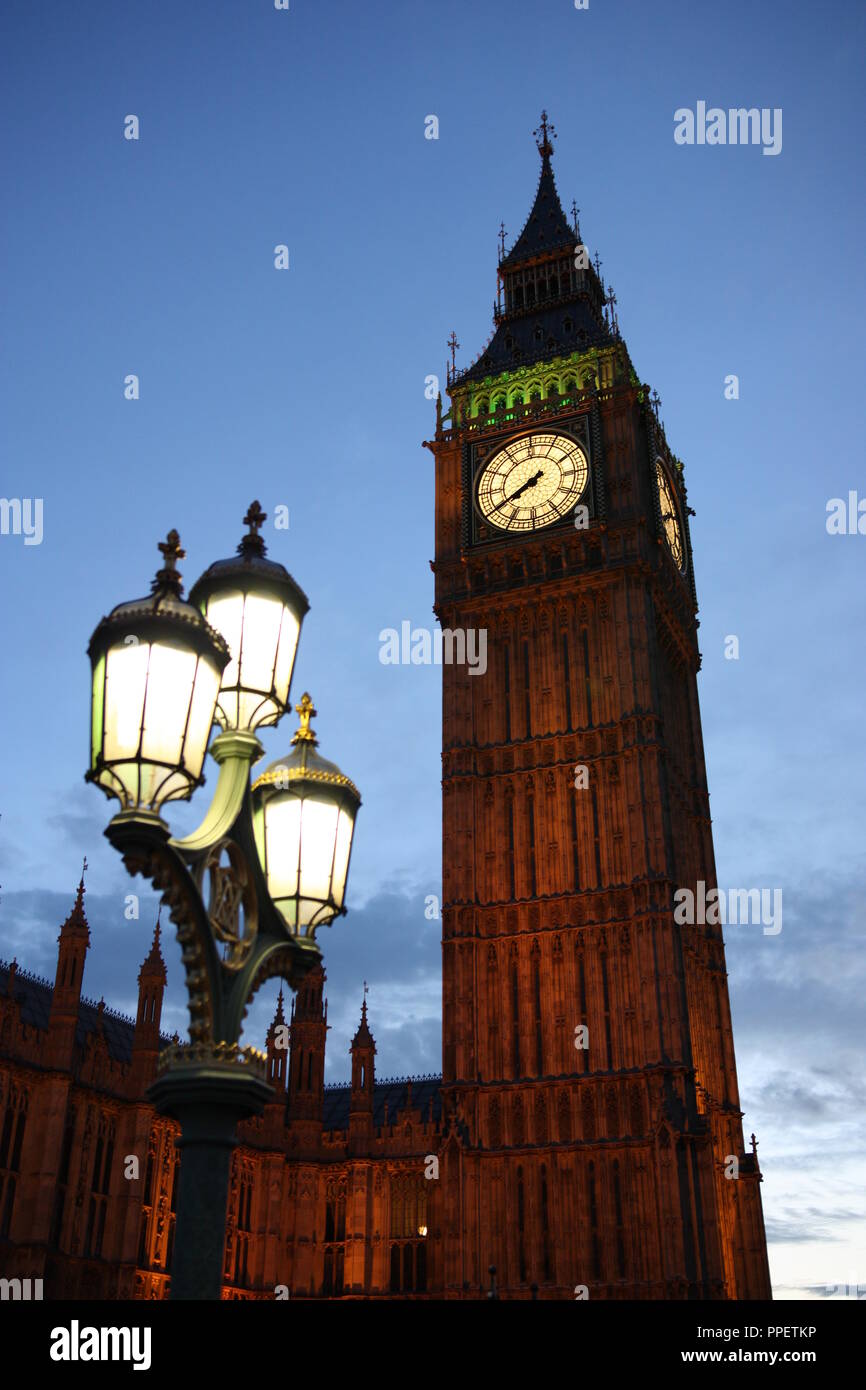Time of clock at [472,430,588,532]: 7:39
